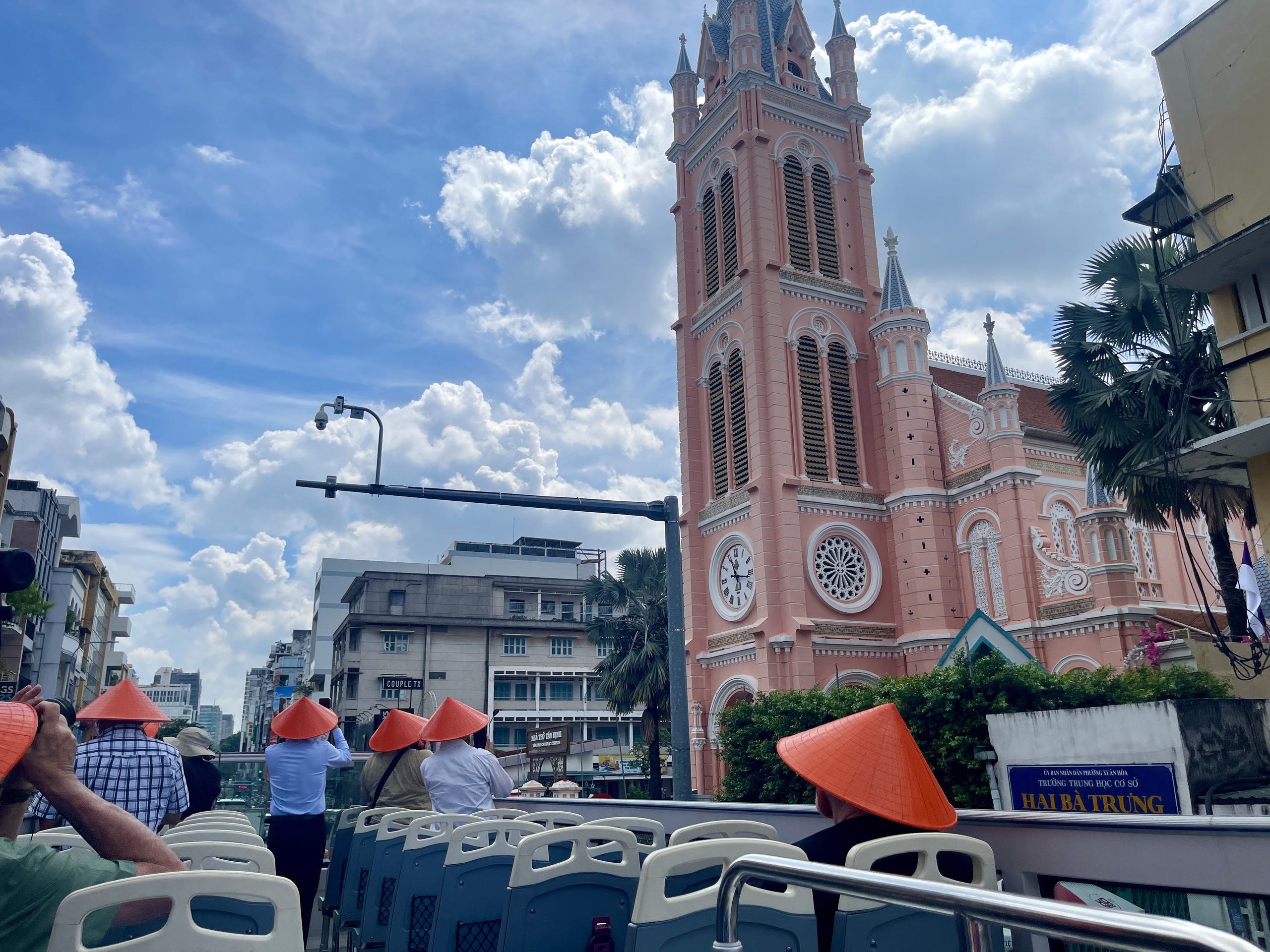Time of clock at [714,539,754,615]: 11:16
